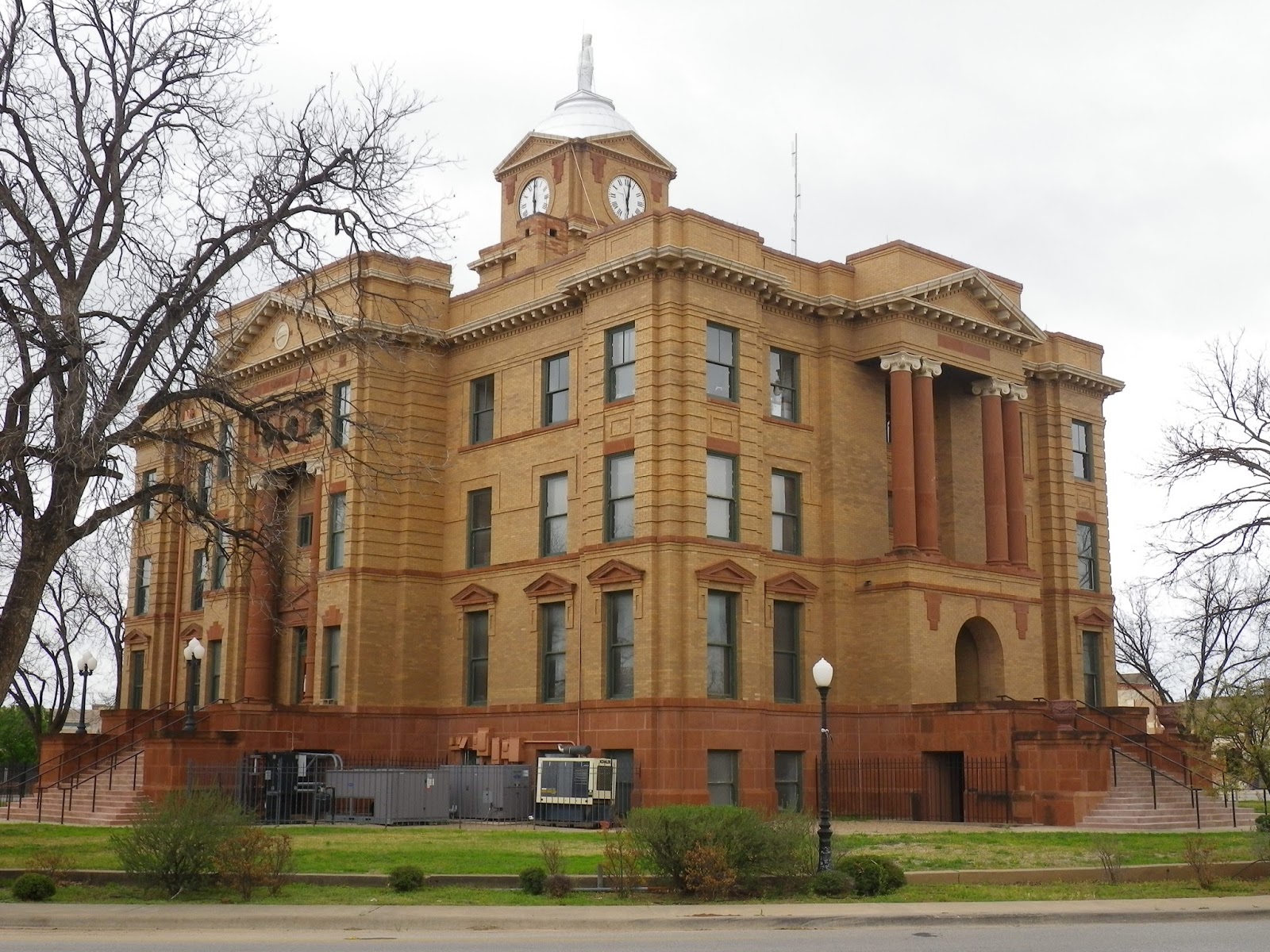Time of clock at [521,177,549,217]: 5:59
